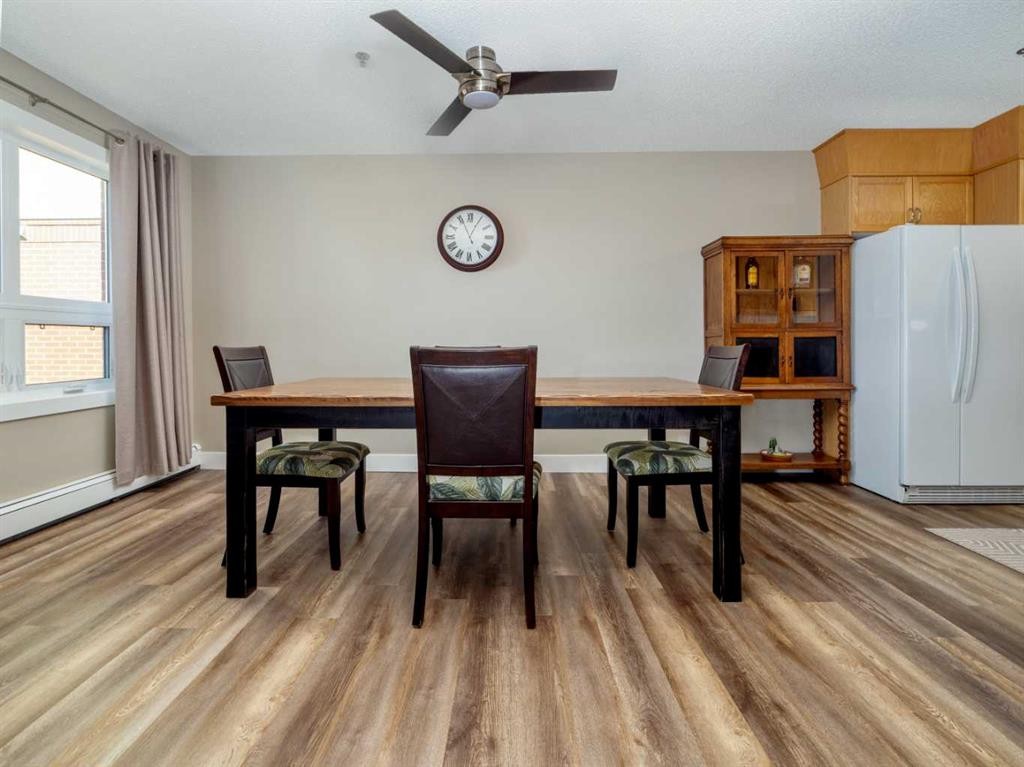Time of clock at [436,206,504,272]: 12:56
